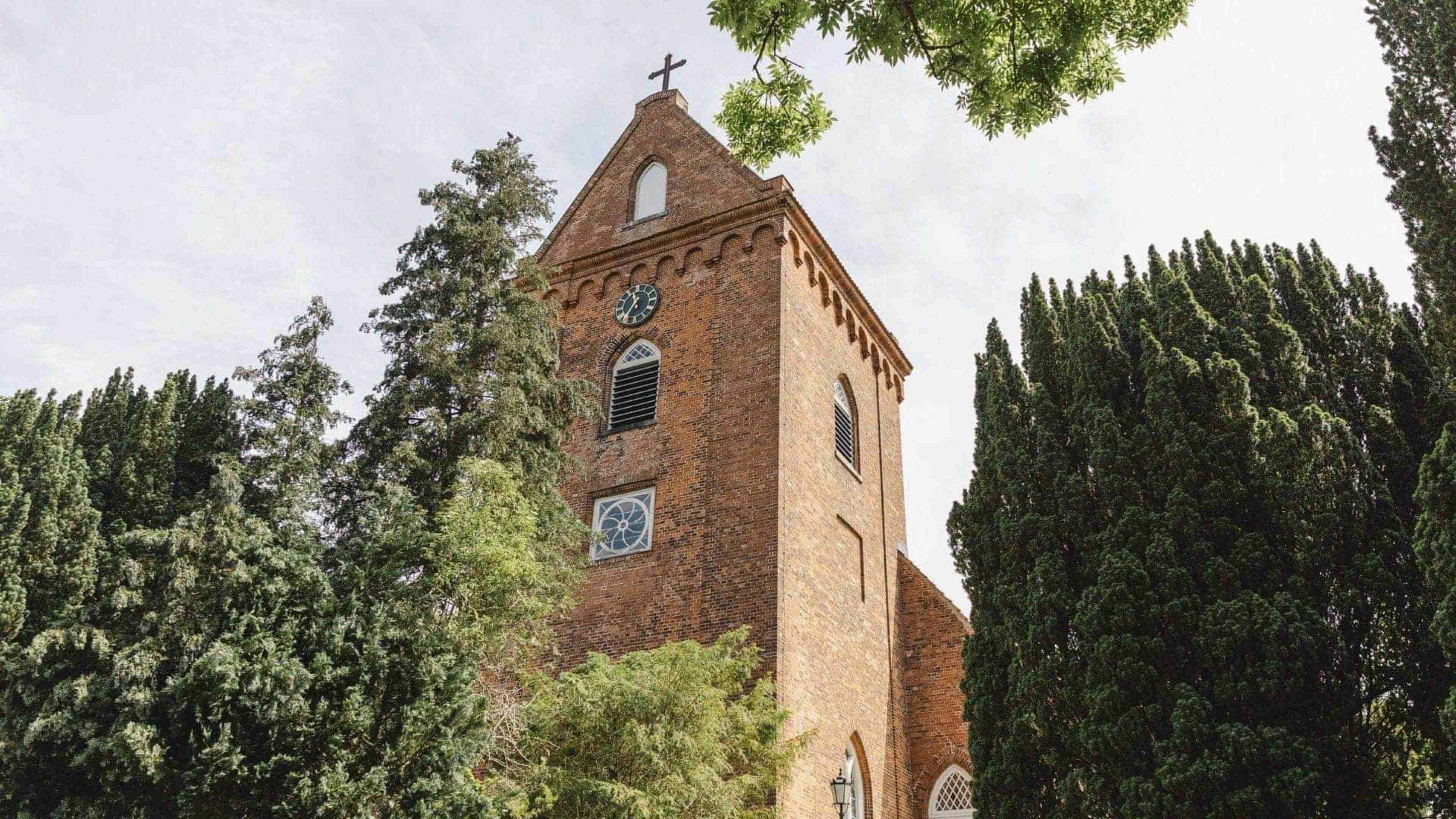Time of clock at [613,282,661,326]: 11:35
